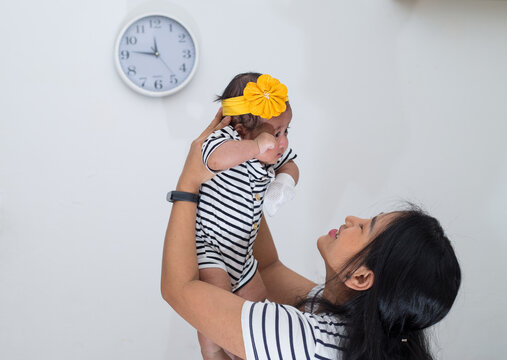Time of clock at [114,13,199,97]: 11:46
